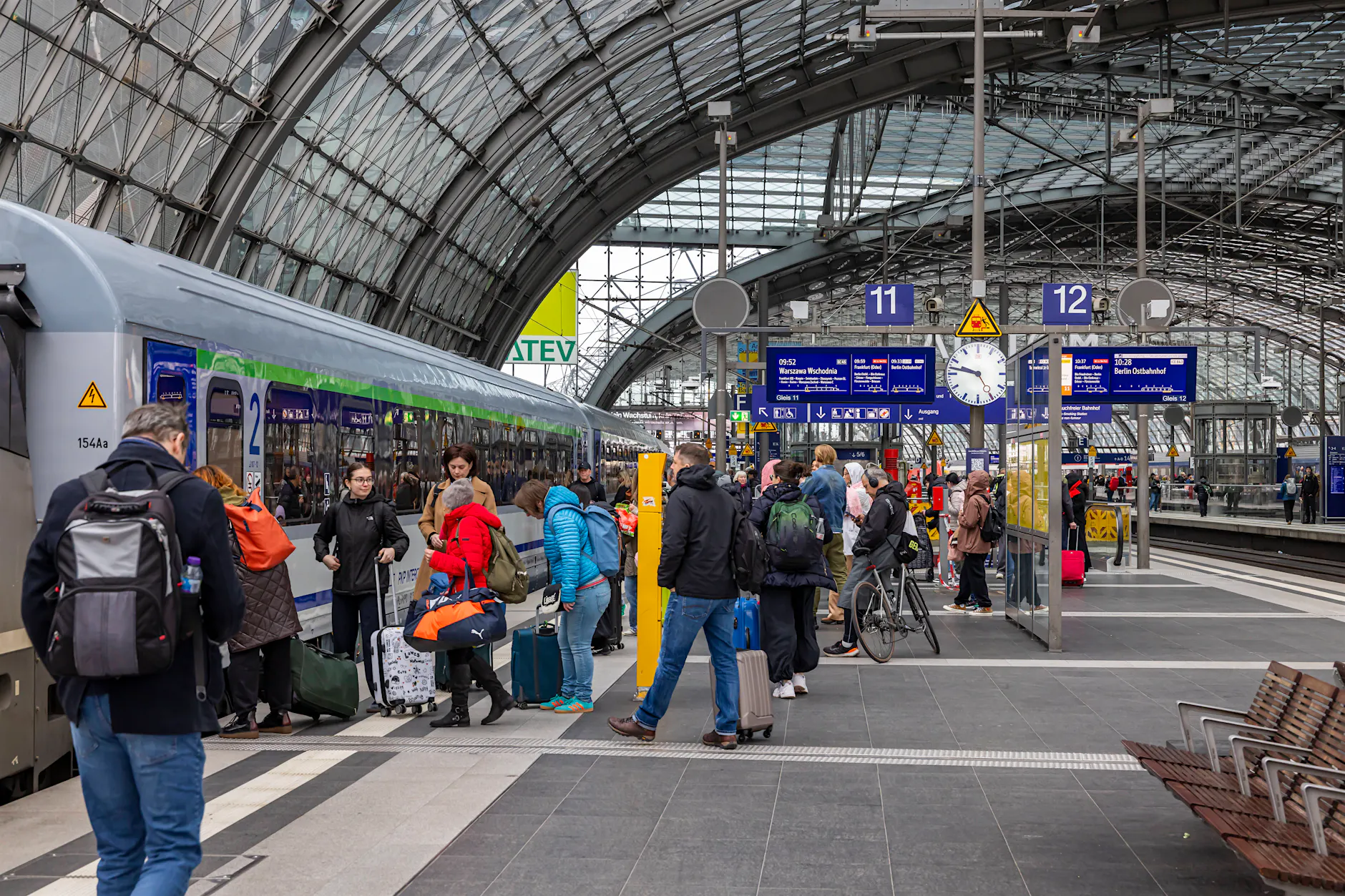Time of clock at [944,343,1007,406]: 9:47
